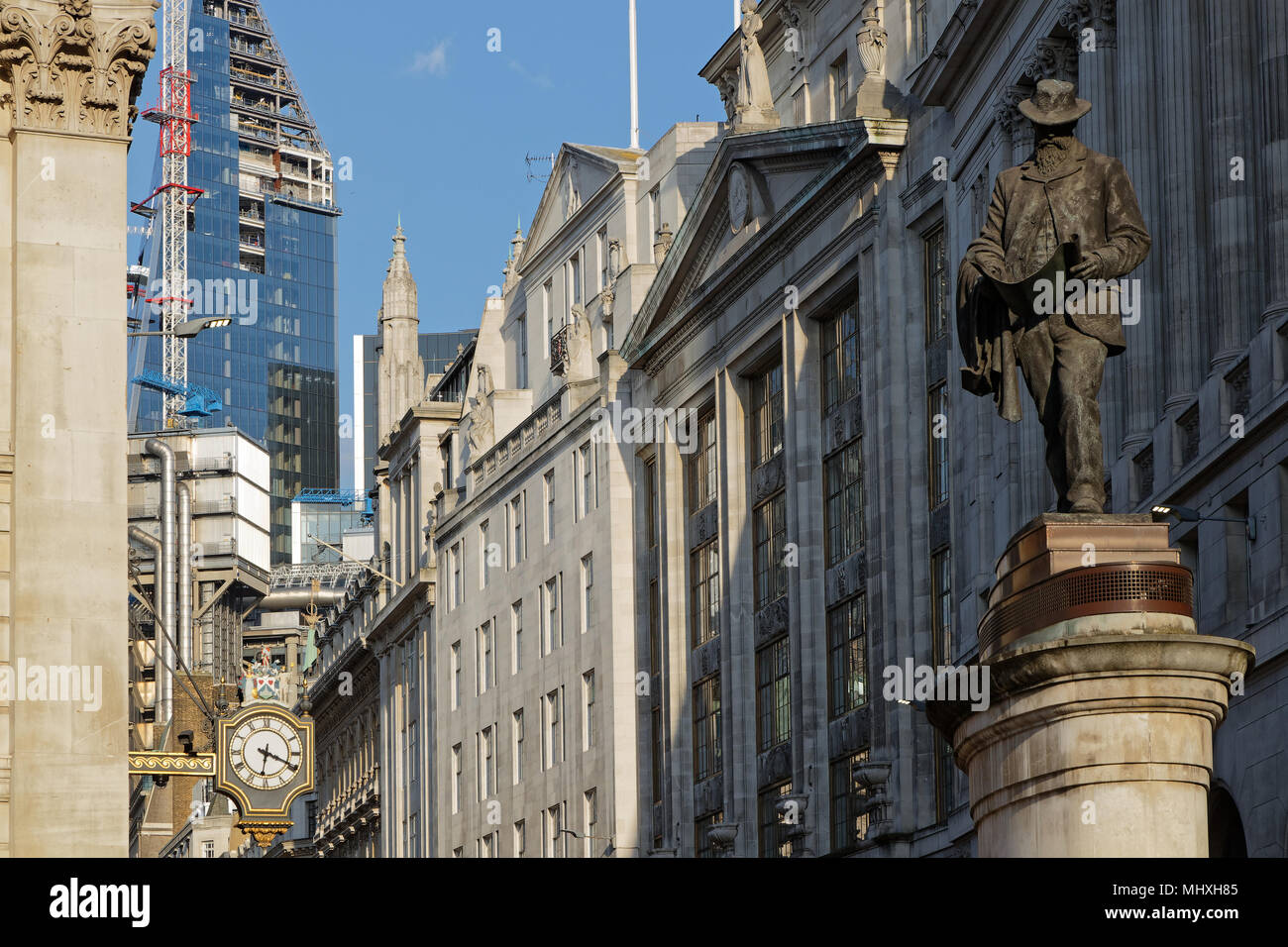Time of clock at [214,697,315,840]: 6:18
